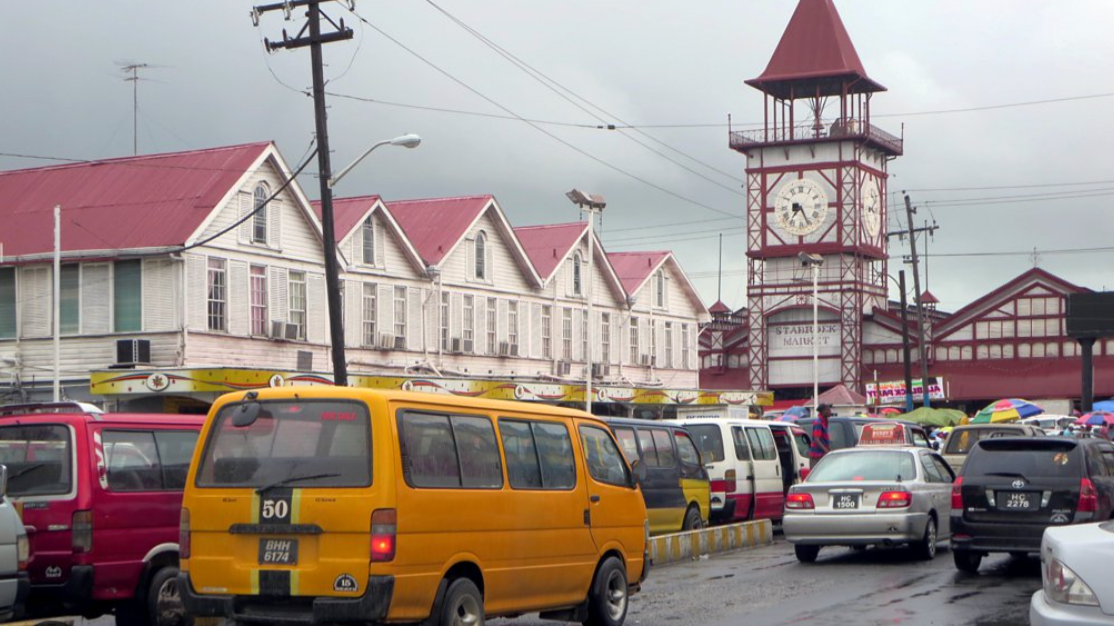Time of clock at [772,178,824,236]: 7:25
